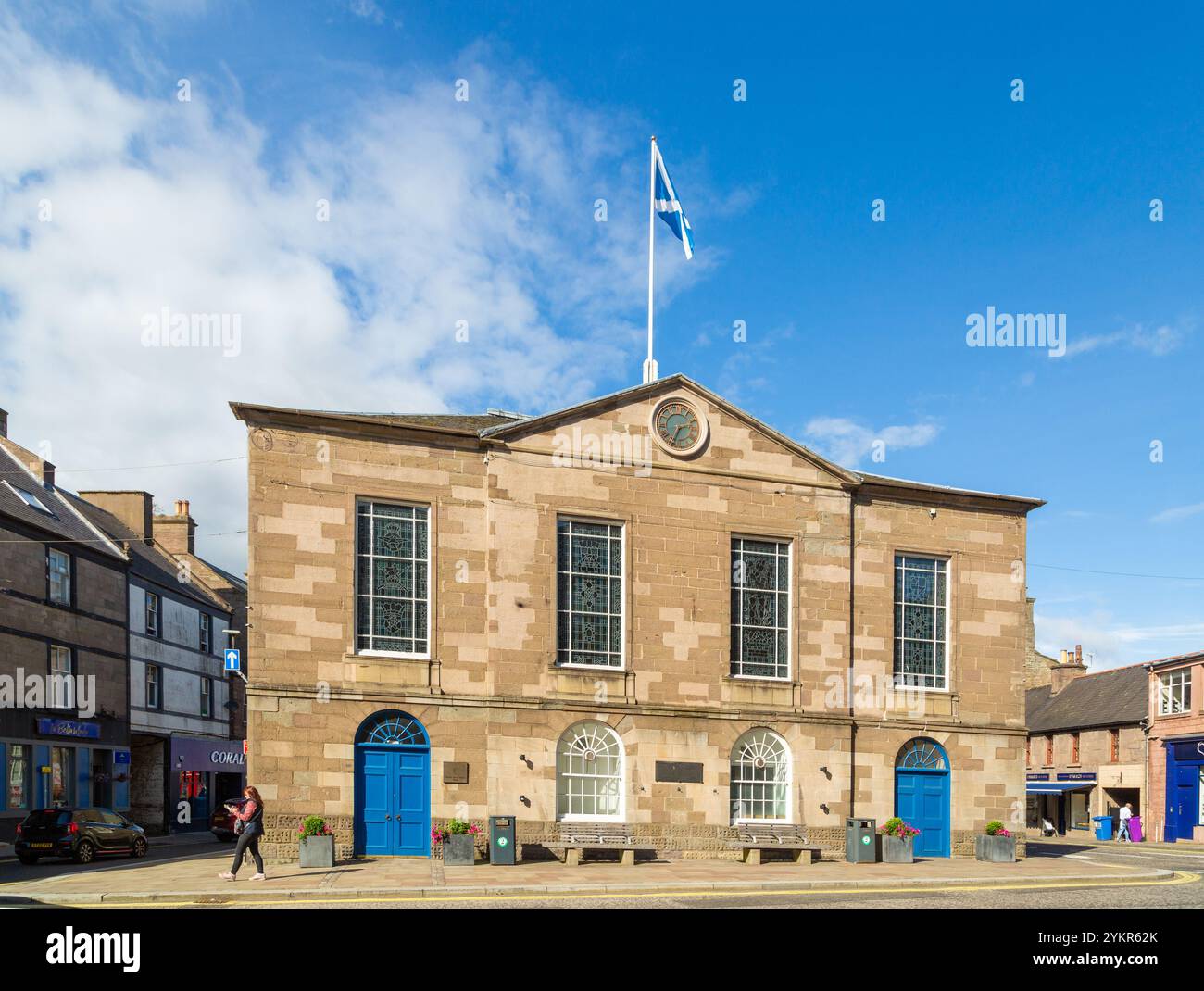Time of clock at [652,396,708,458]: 2:34
